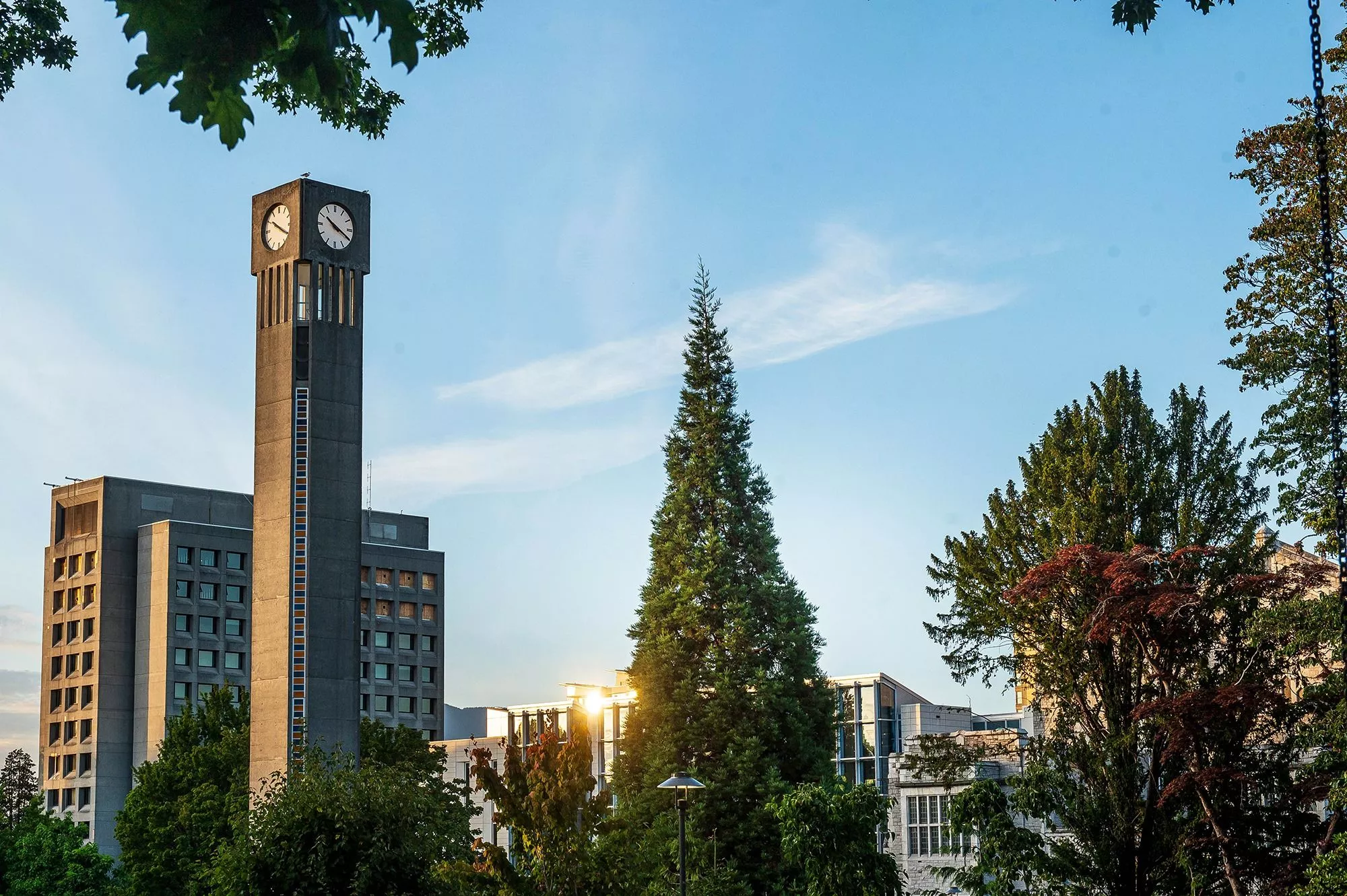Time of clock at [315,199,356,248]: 10:19
